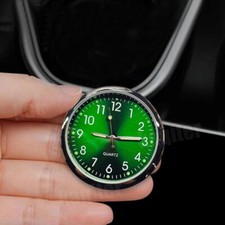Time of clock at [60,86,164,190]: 9:14
